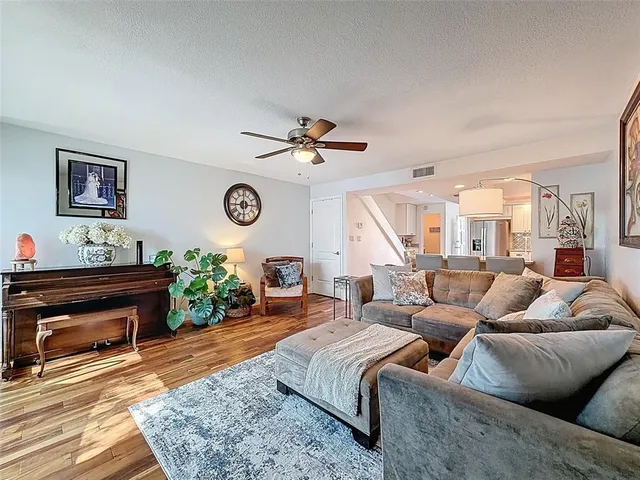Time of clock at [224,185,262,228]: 5:59
